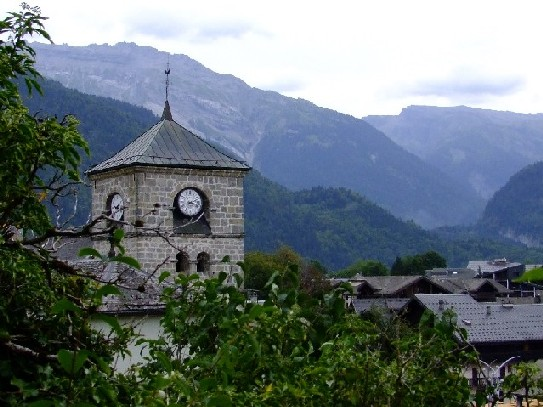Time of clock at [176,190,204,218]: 2:18
